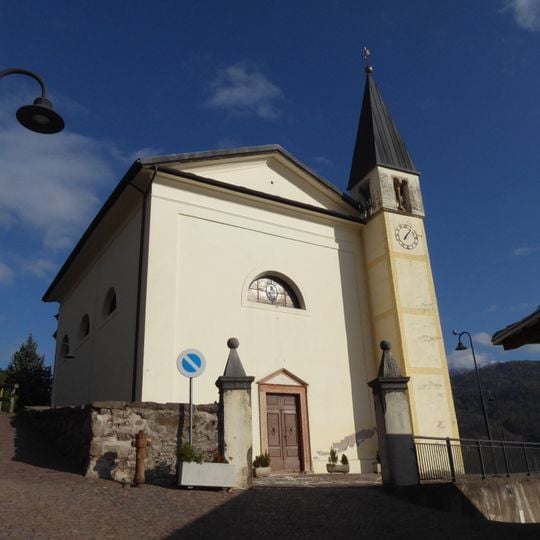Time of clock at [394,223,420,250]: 7:06
